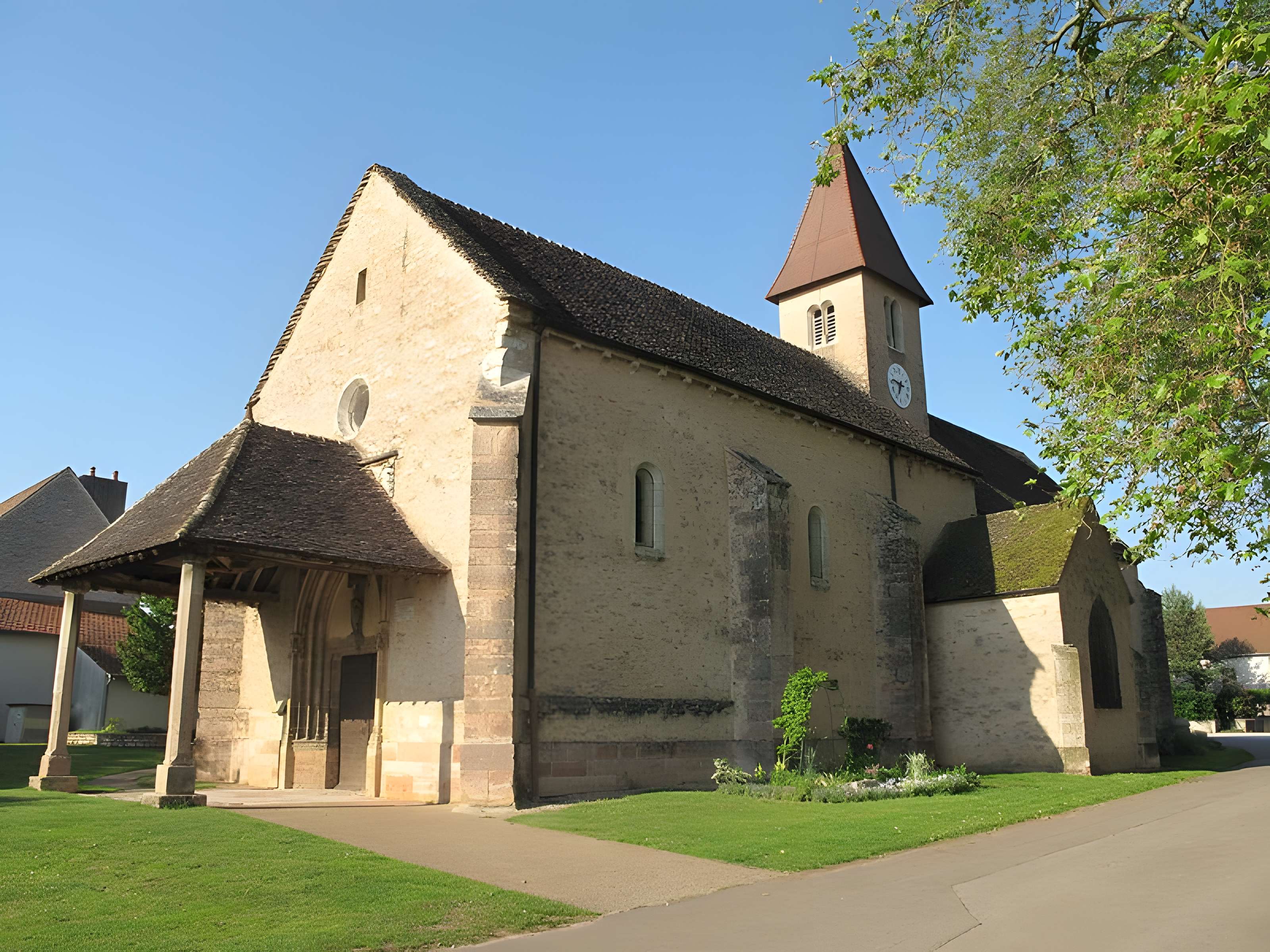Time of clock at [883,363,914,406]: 6:46
